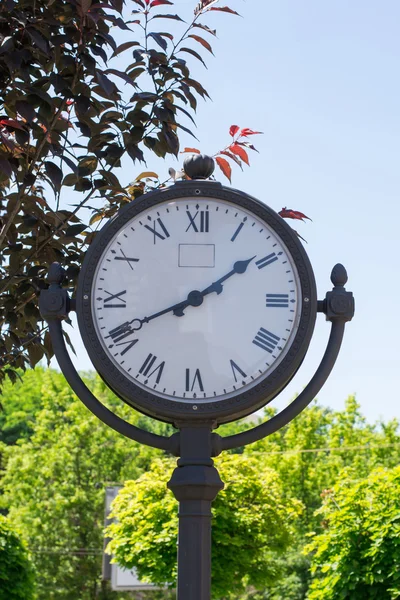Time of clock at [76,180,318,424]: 1:40
